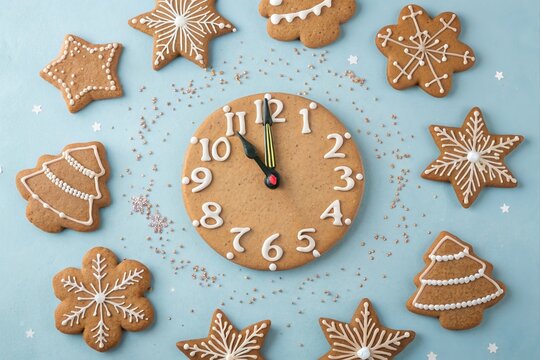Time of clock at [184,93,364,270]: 10:59
